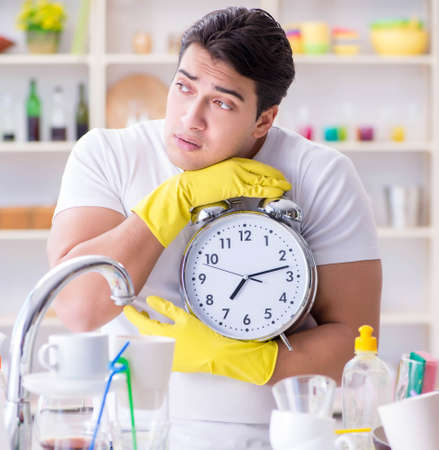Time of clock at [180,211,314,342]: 7:12
